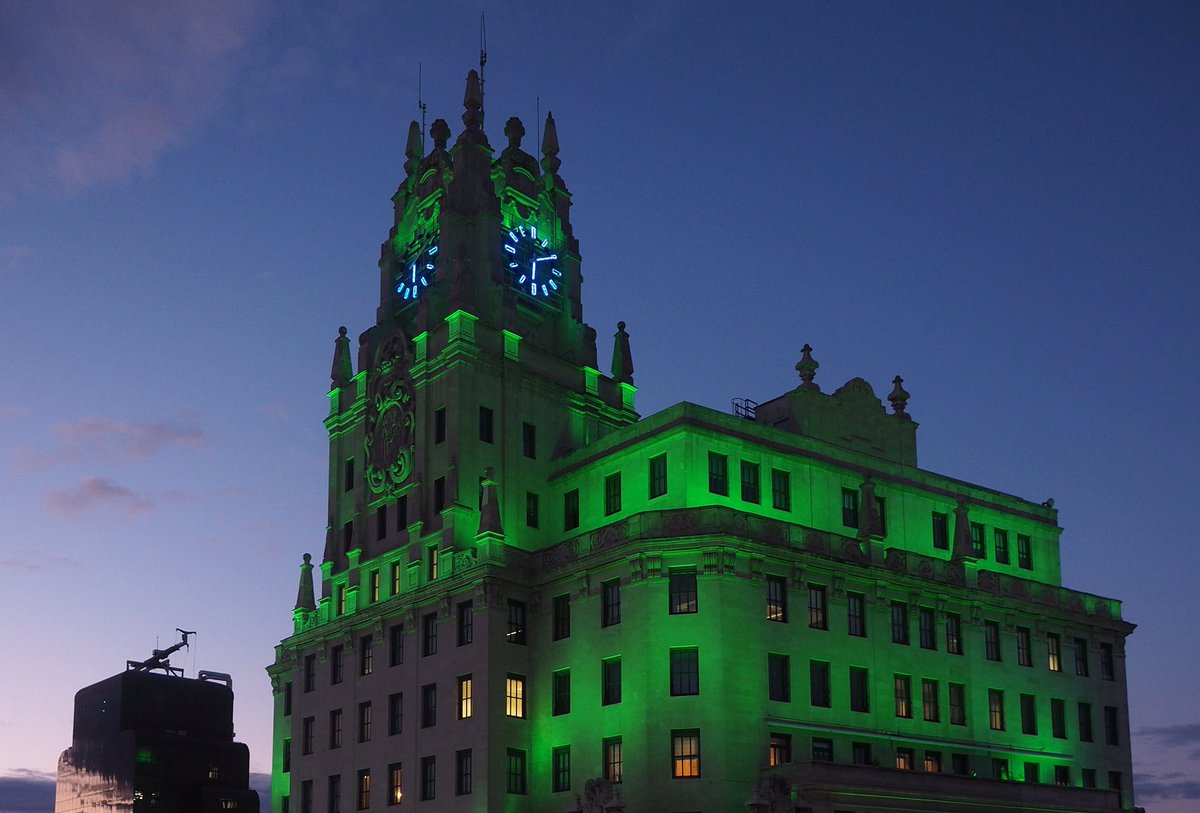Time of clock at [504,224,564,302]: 6:10
